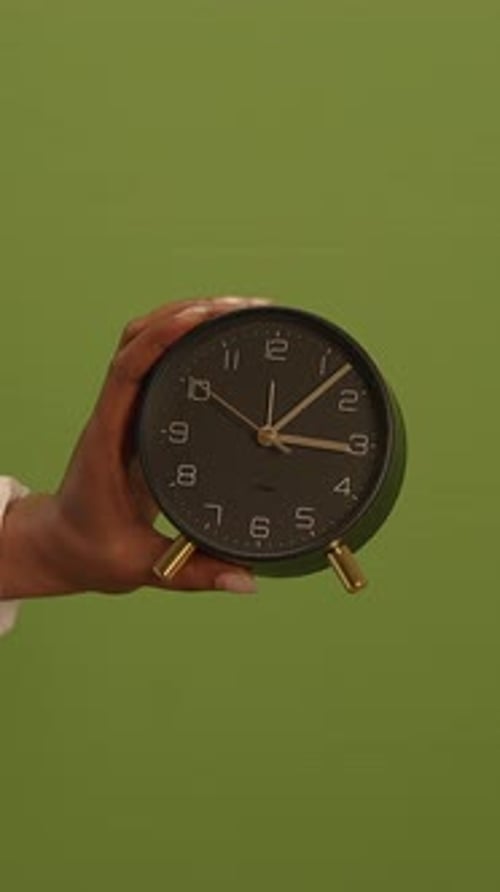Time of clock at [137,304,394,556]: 3:07
